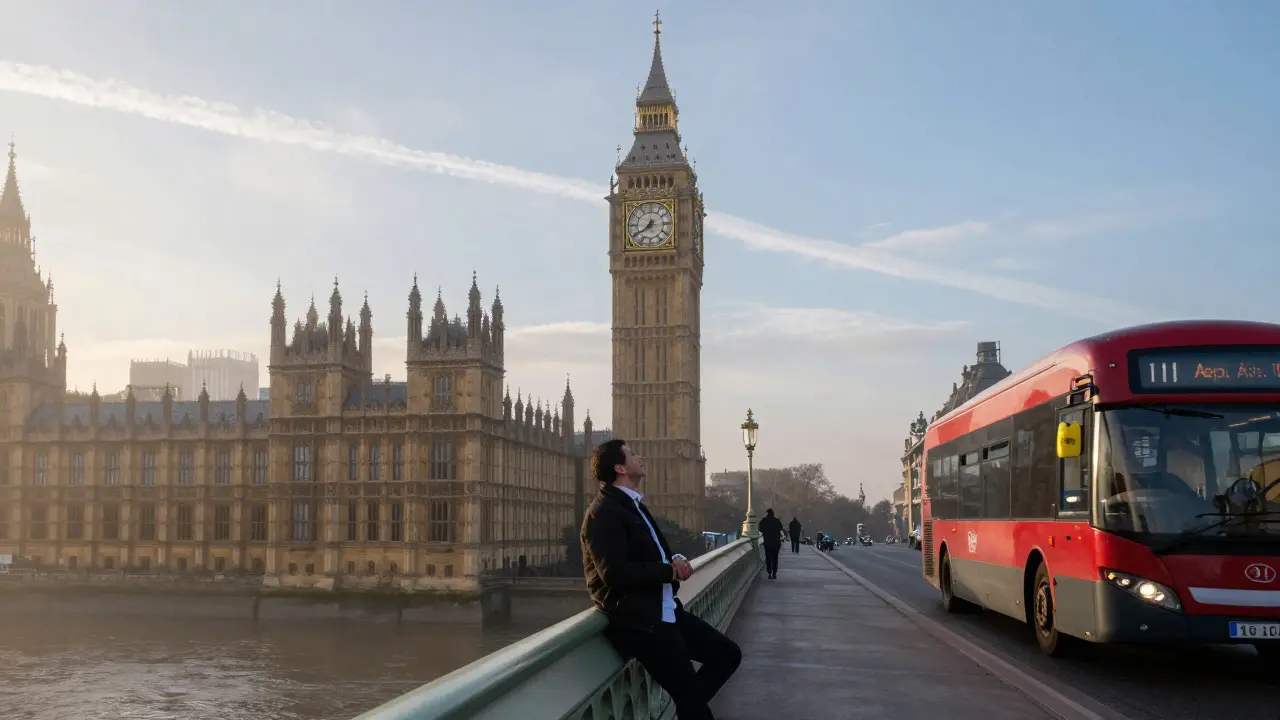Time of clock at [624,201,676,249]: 7:39
